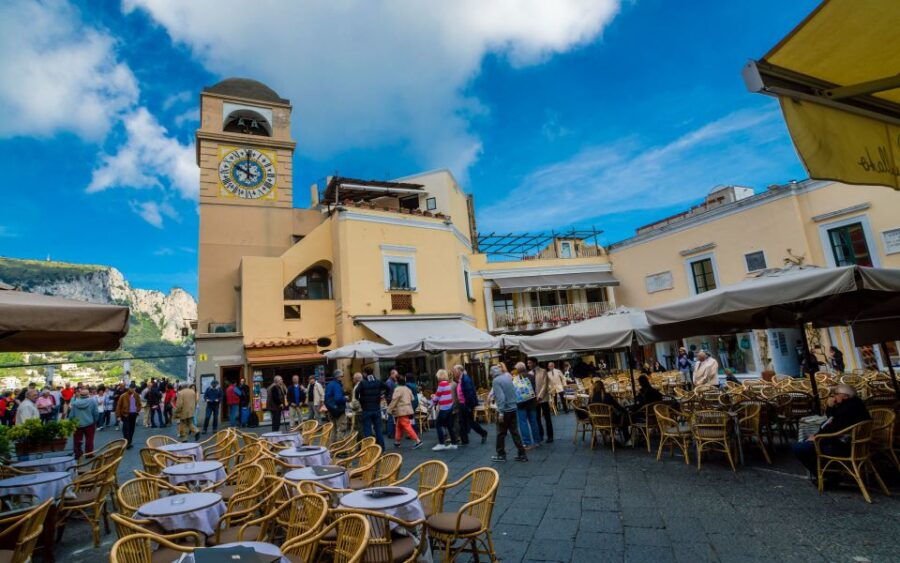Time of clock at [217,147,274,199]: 10:00
